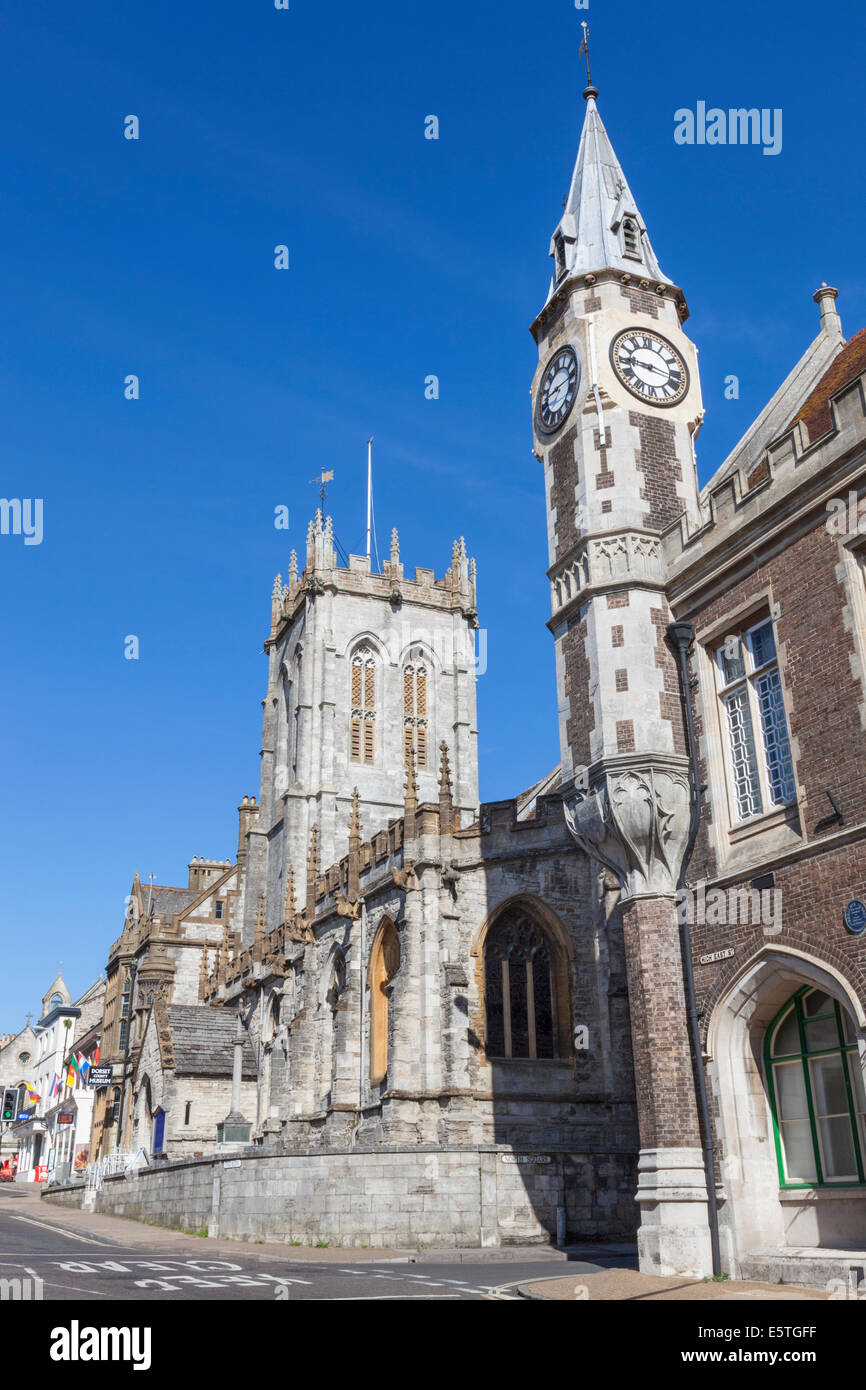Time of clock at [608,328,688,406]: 9:17
